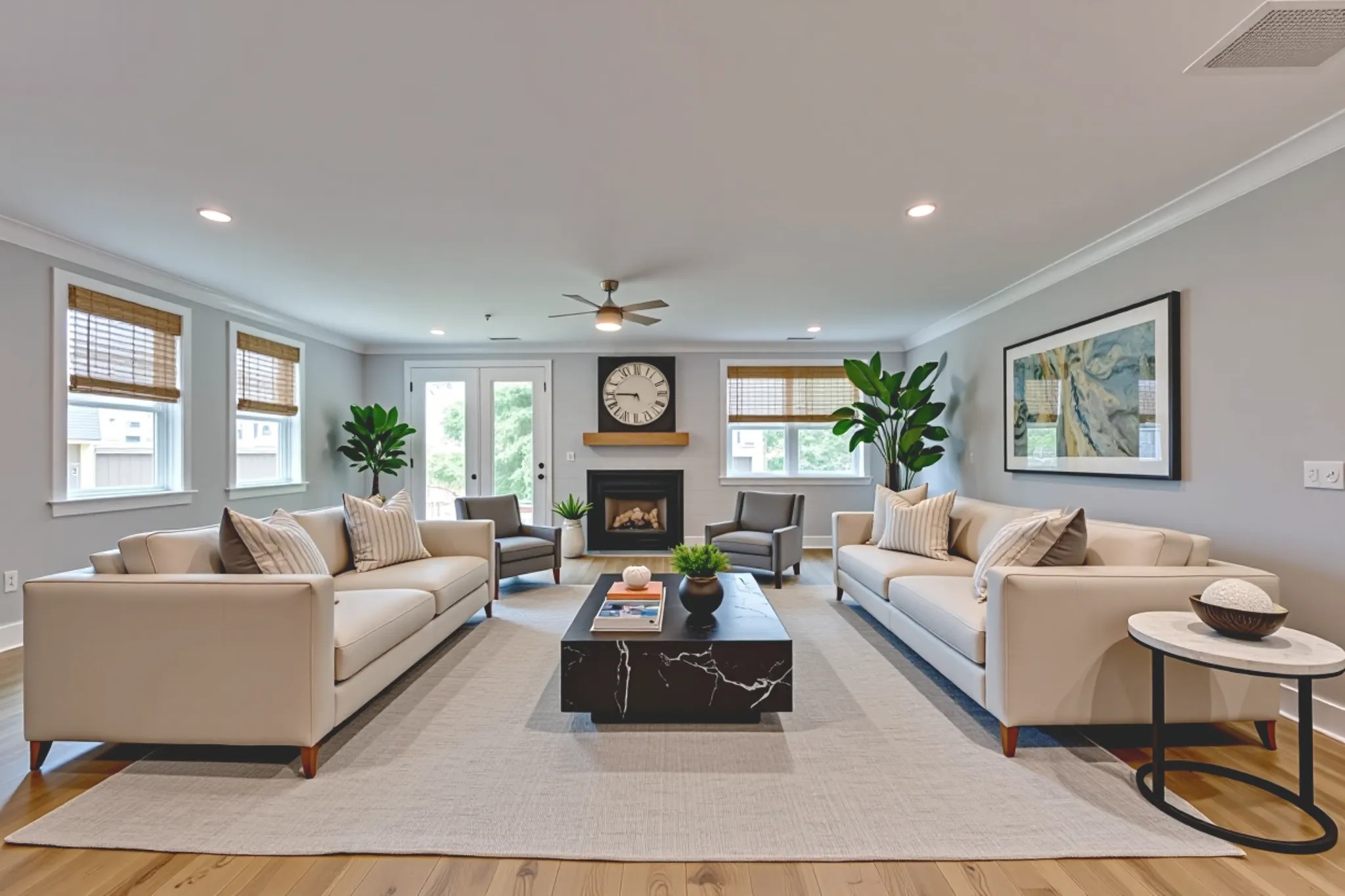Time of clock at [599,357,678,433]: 8:45
